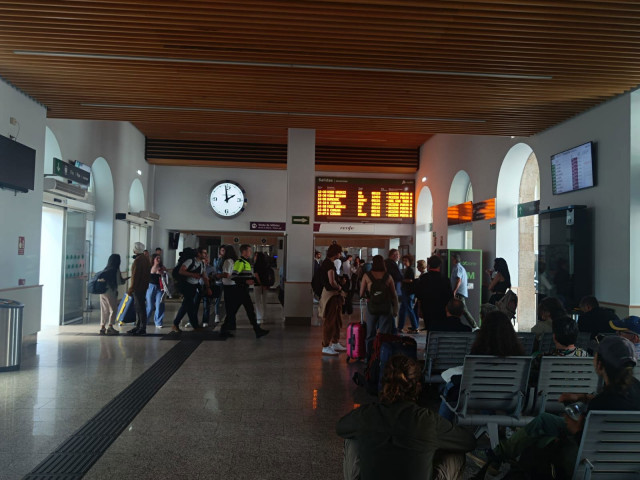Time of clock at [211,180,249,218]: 1:59
